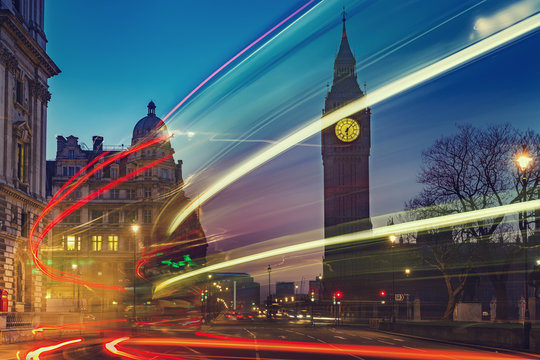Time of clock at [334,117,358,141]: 6:06
